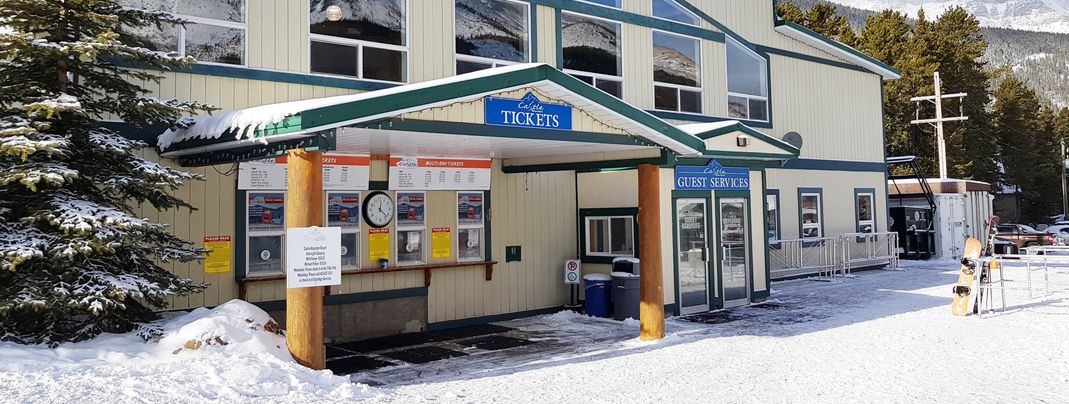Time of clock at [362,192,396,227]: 12:22
